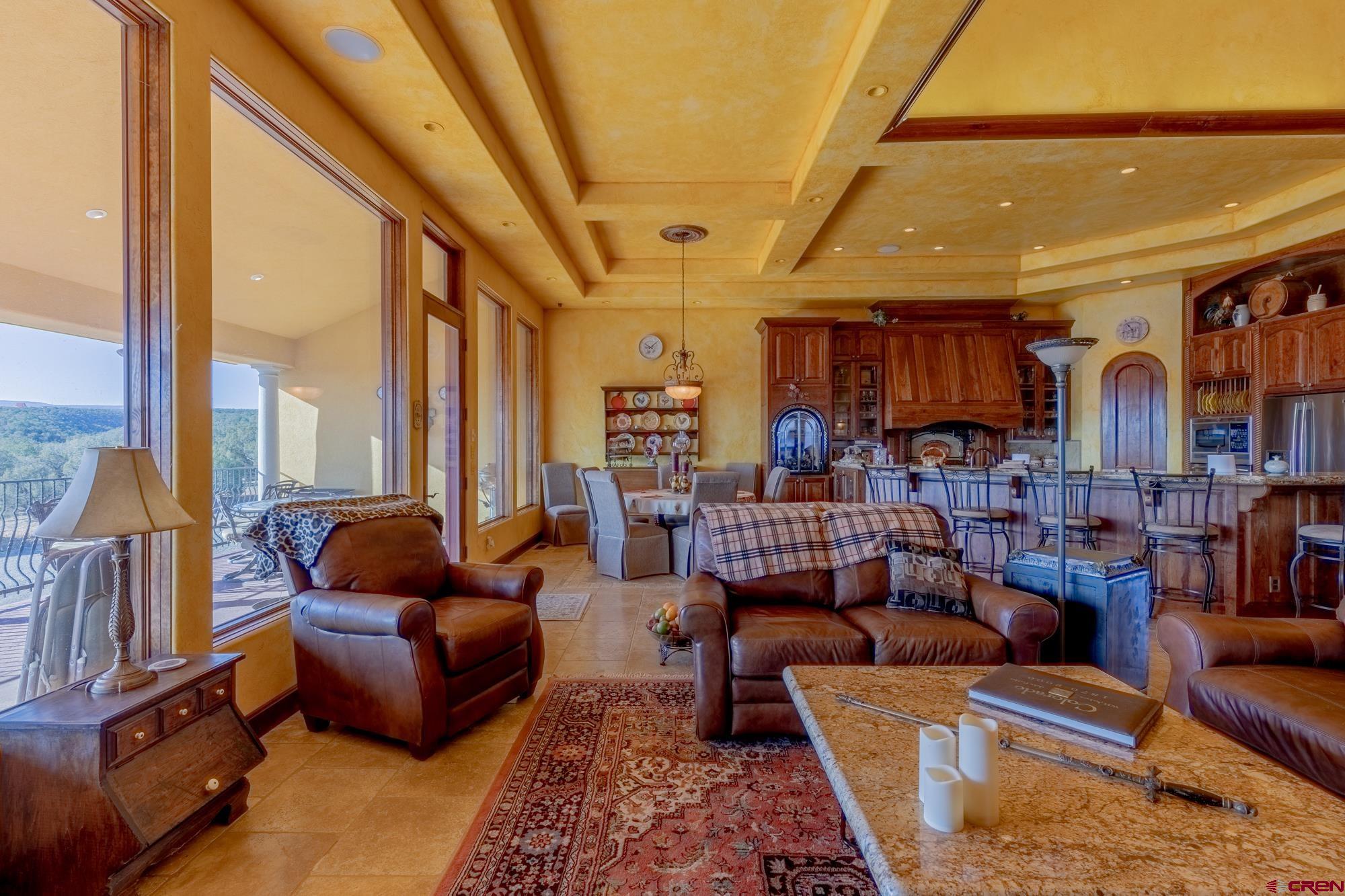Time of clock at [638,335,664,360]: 9:07
